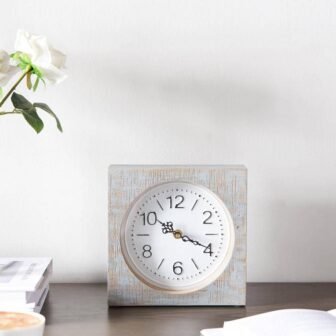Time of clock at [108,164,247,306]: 10:18
